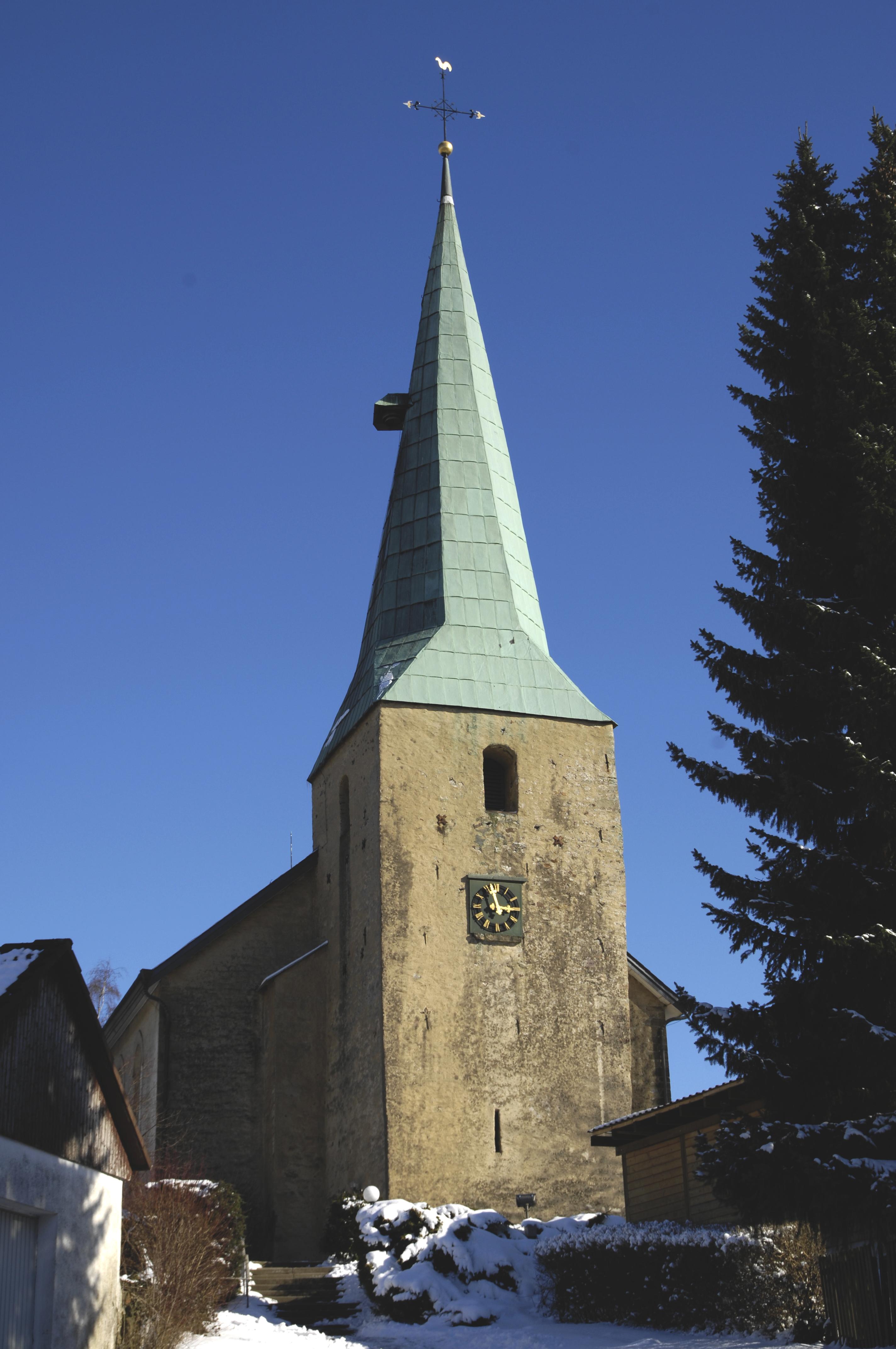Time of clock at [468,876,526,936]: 2:57
